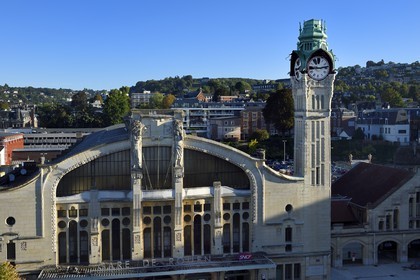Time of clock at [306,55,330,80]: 9:13
